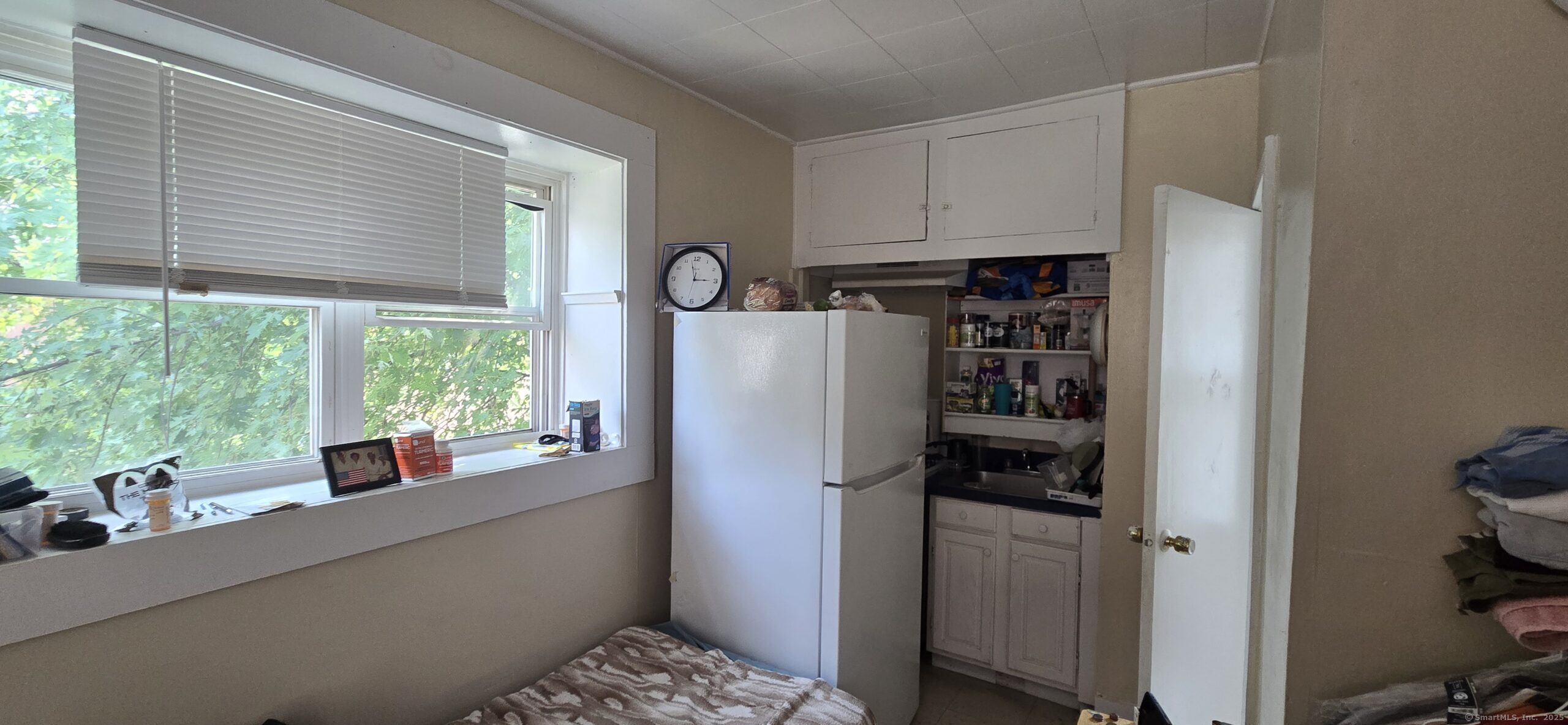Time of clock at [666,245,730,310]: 2:57
